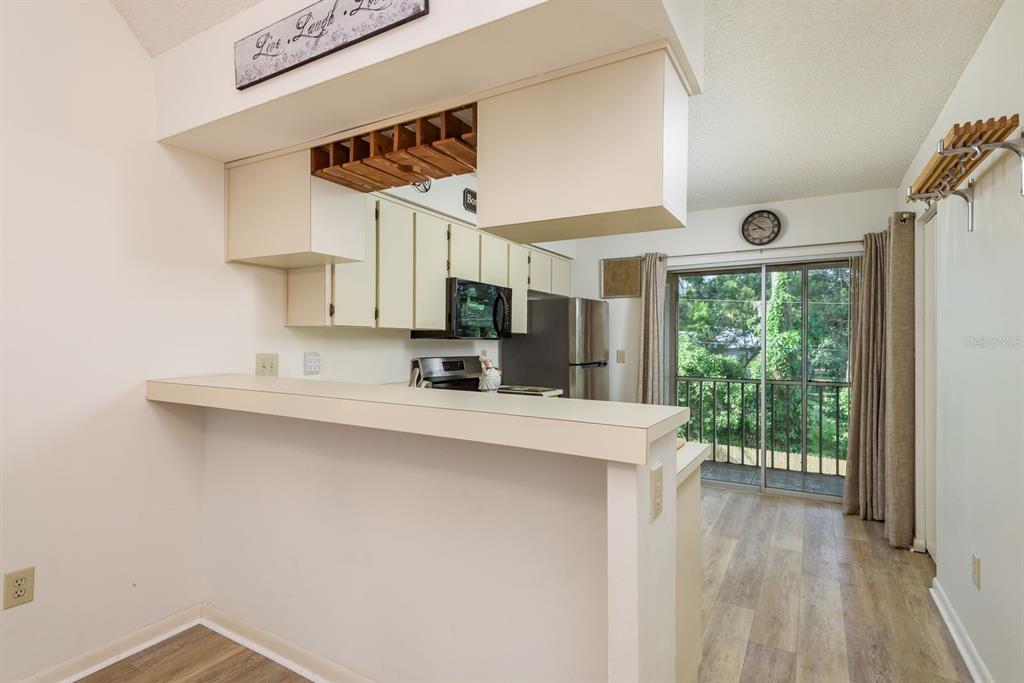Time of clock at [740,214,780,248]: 8:51
